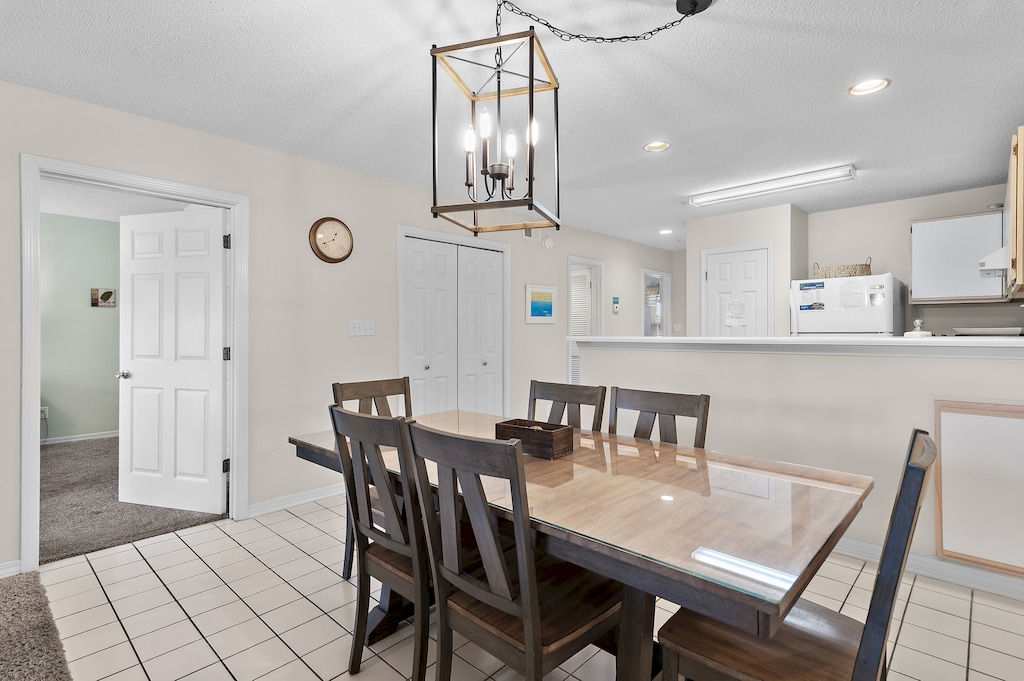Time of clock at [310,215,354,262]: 12:40
